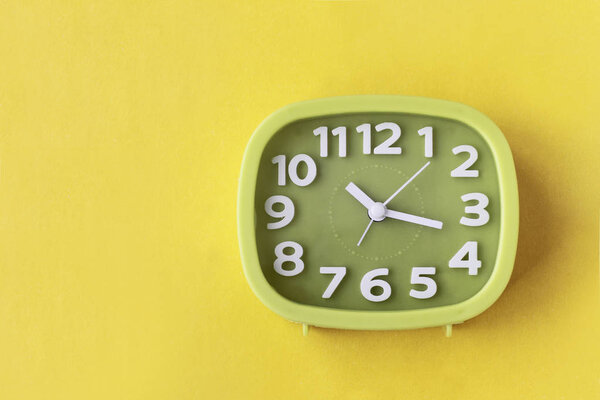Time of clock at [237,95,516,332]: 10:17
